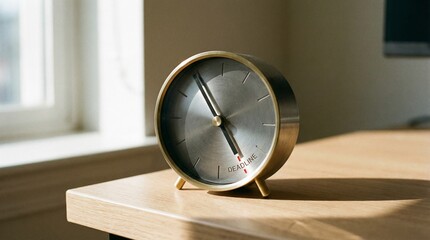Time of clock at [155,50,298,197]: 4:54
